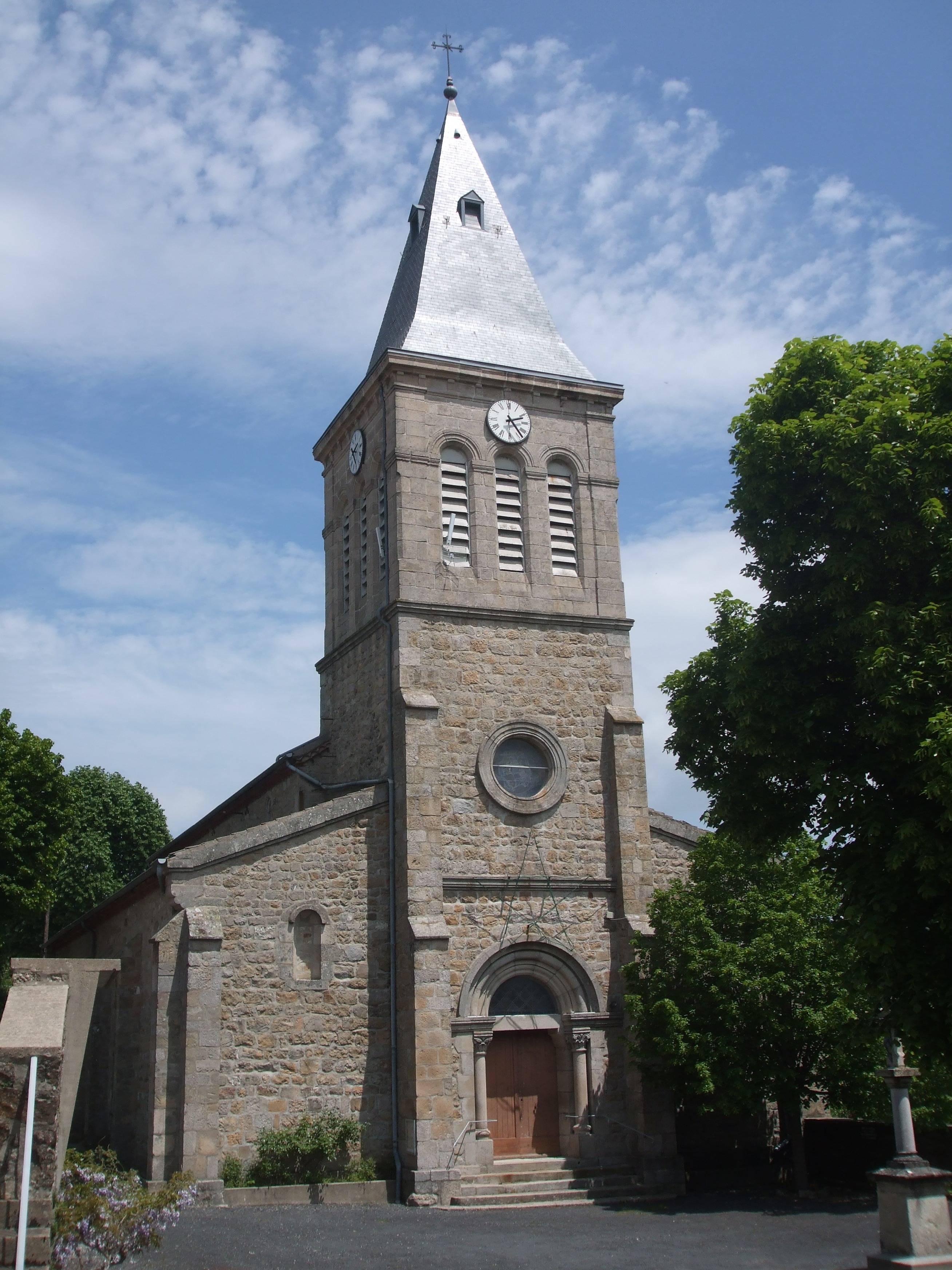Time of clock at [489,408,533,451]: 2:23
